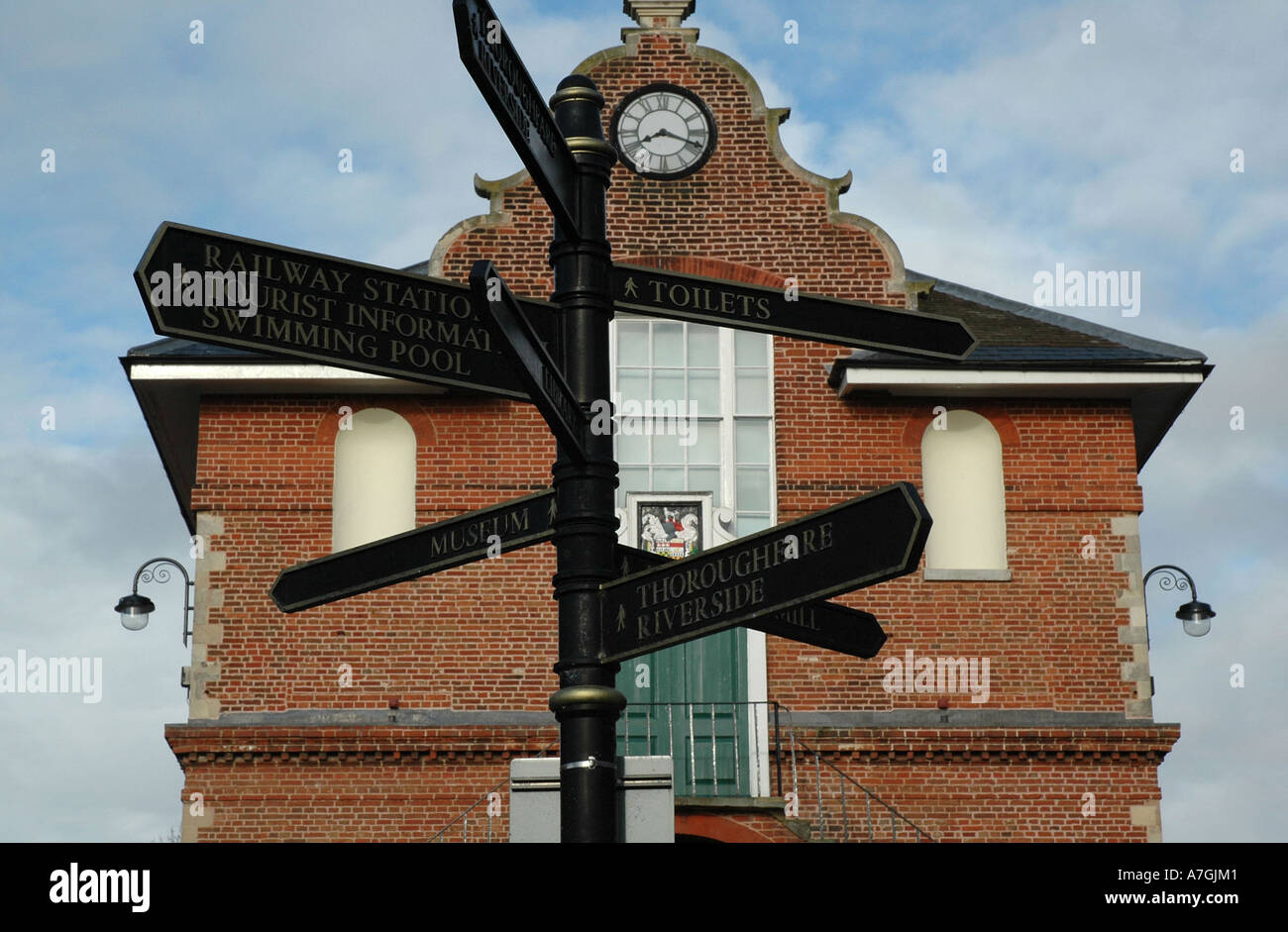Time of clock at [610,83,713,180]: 8:18
